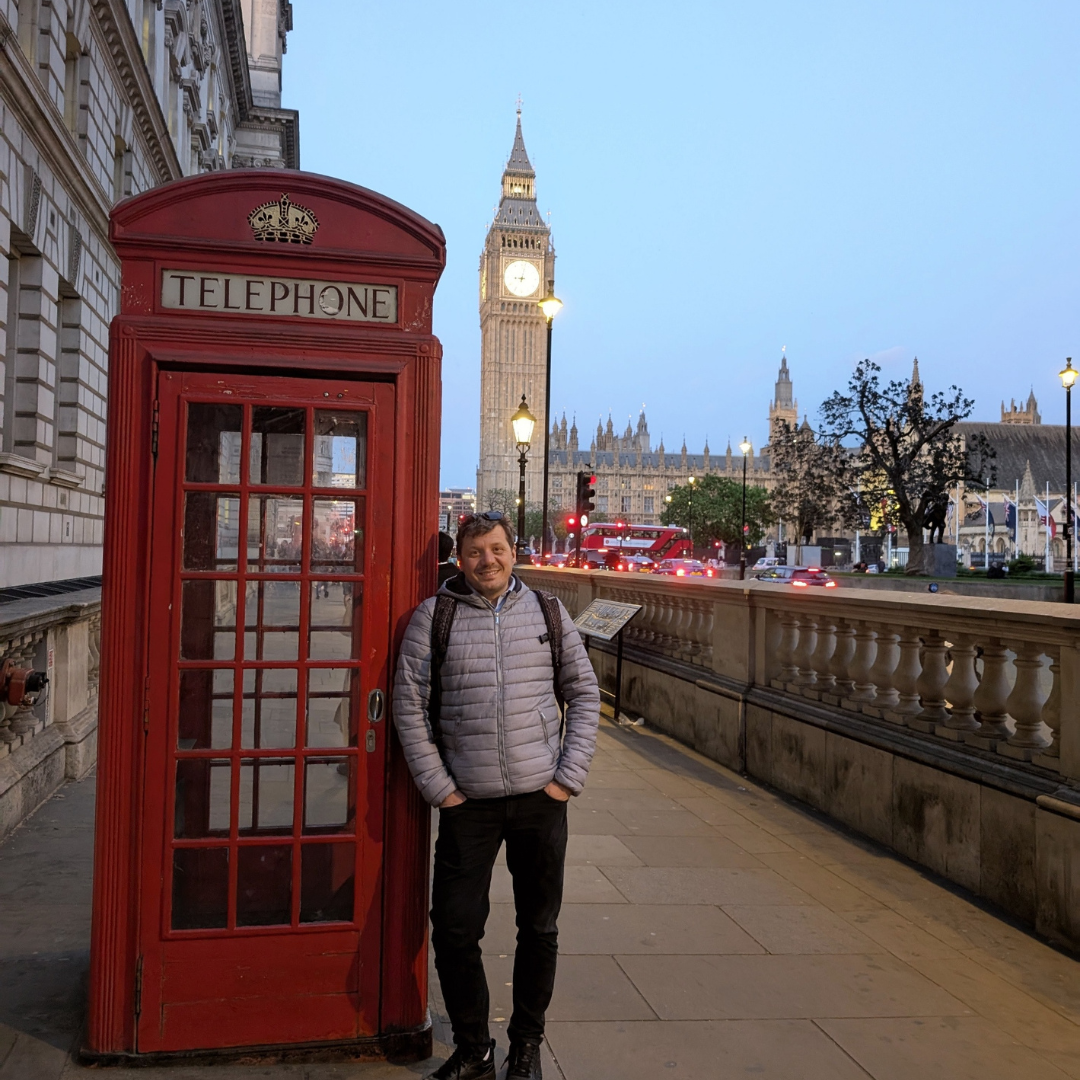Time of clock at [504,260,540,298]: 9:02
